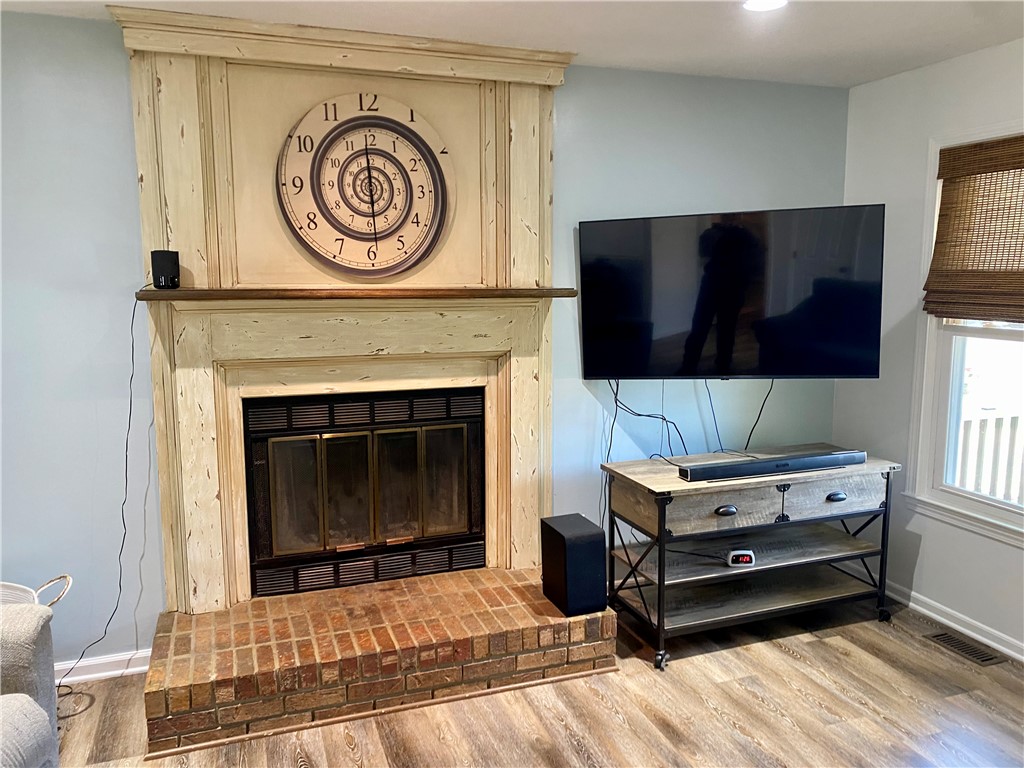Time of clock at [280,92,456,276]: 5:59
